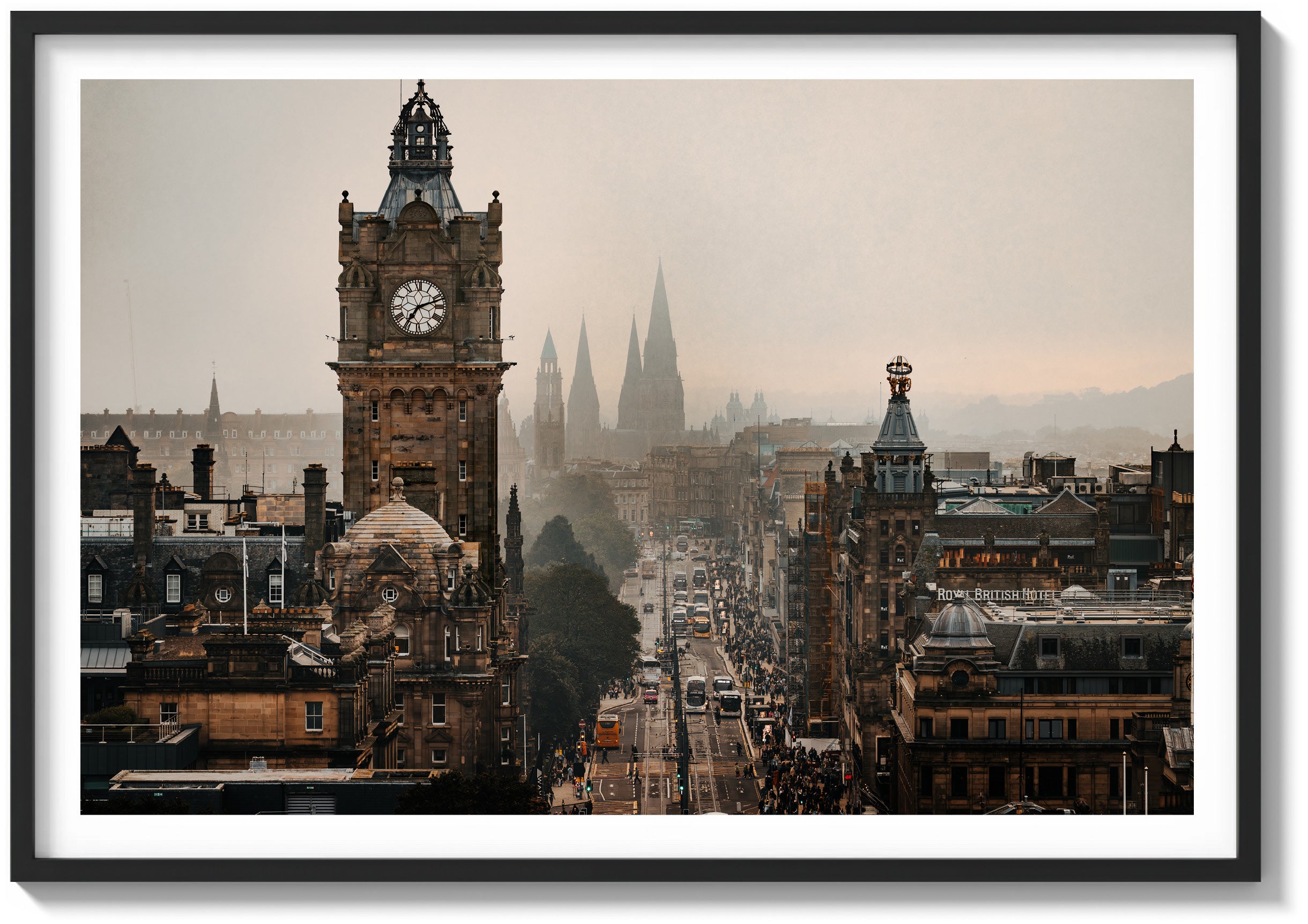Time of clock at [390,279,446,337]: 7:11
